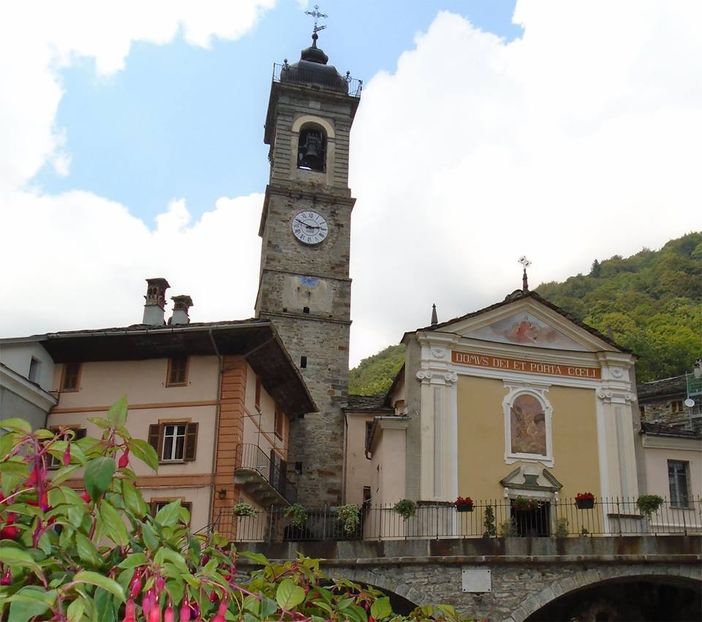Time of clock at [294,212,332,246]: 2:48
